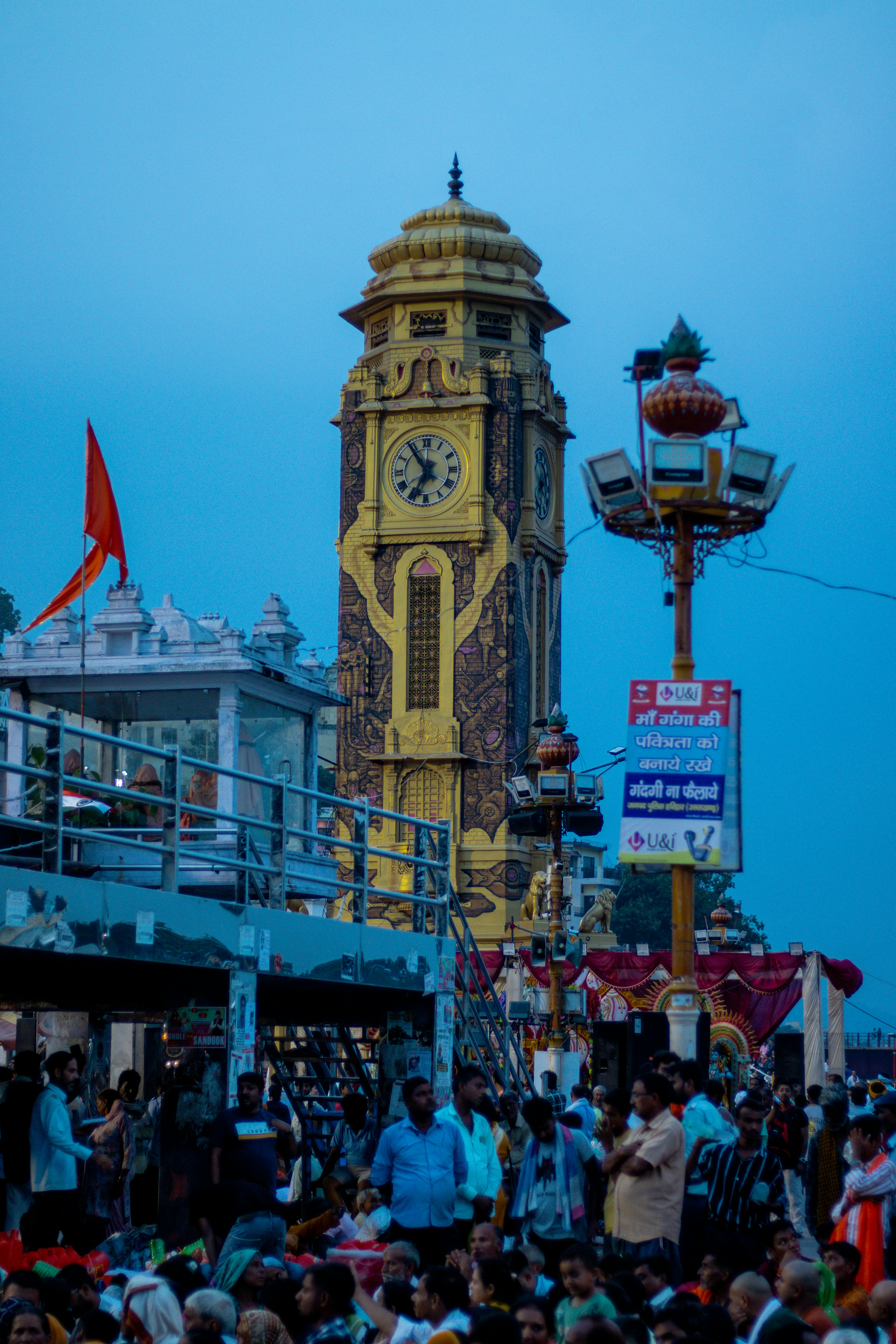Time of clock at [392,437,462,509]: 6:54
